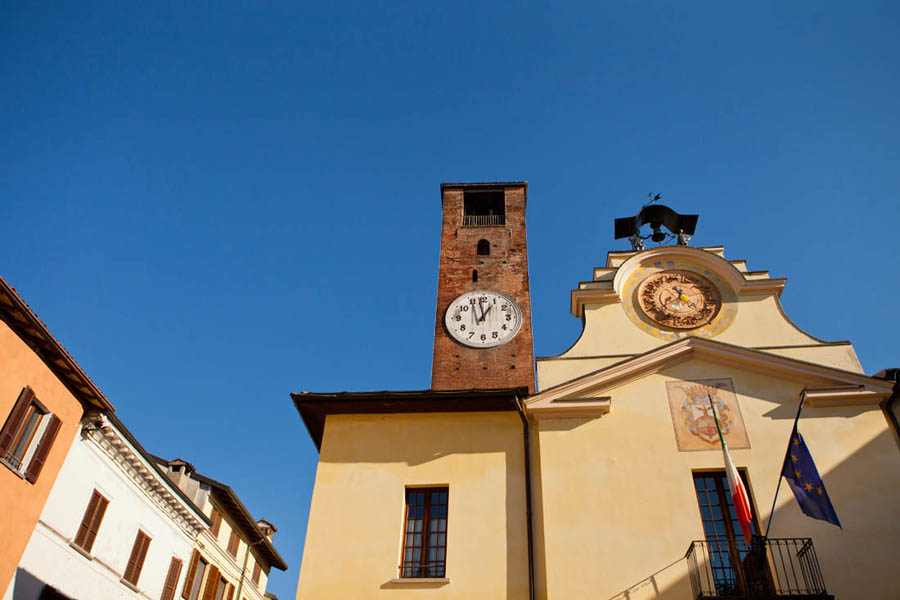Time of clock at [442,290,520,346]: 12:58
